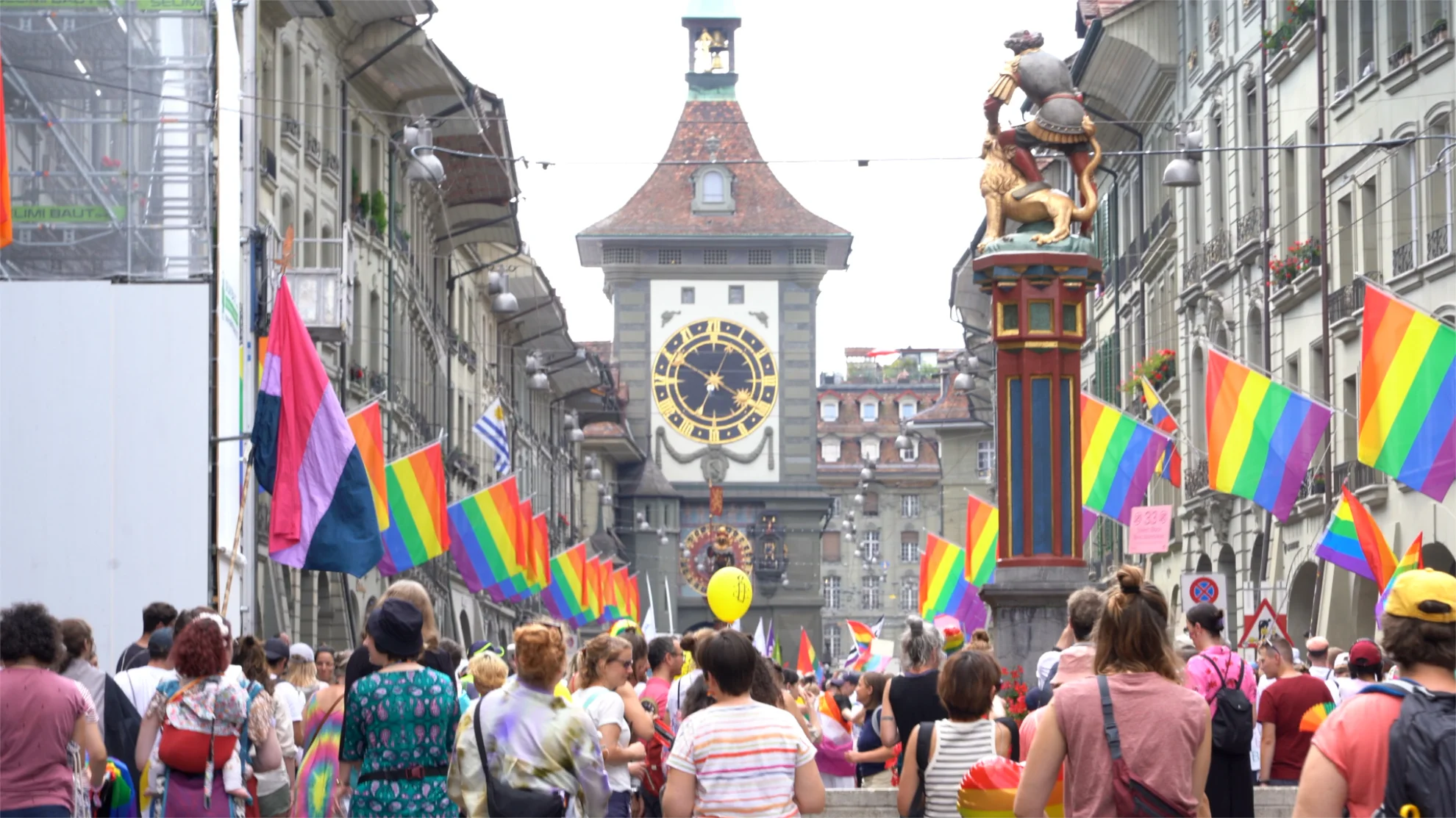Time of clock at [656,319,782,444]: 6:50
